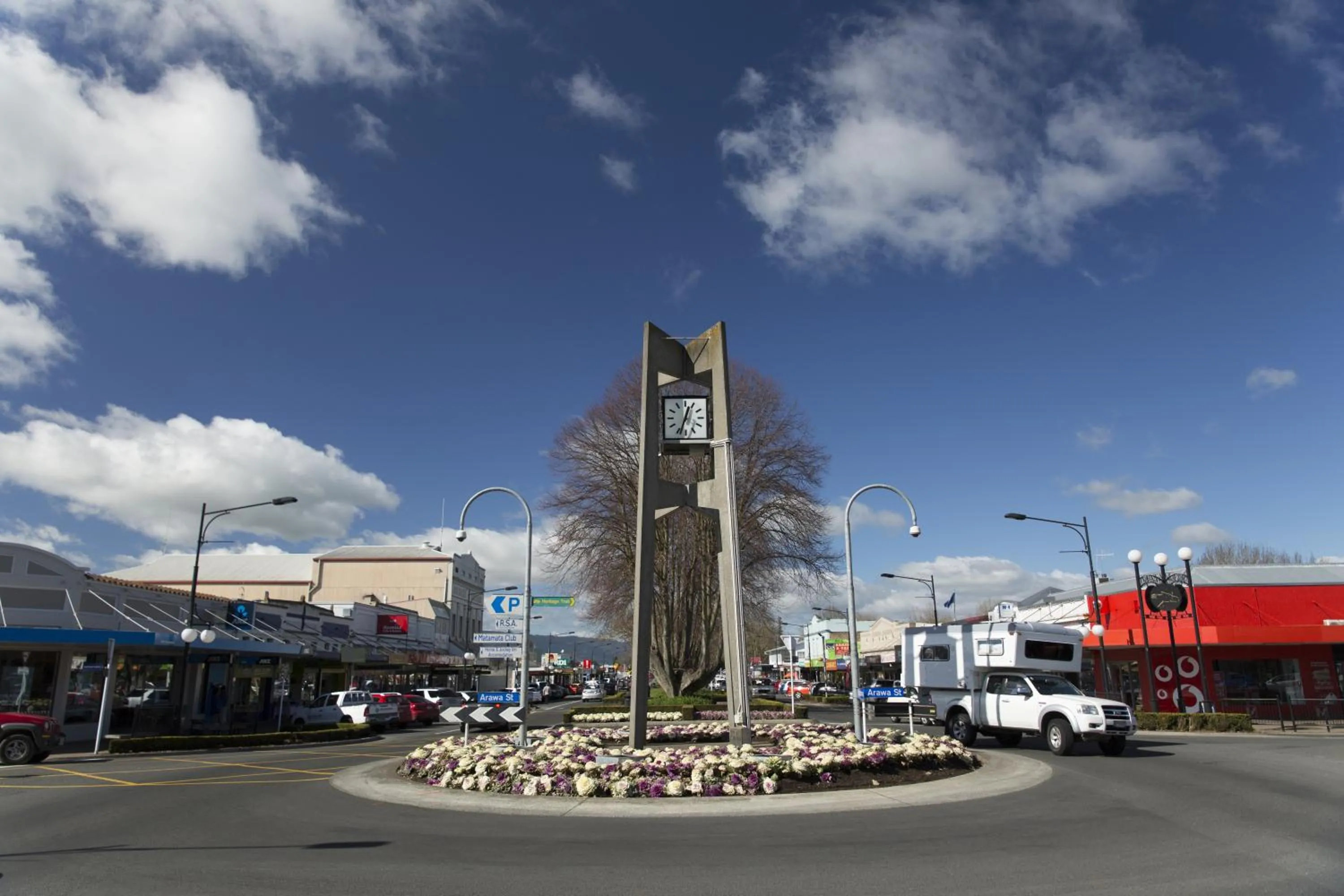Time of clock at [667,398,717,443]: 12:33
